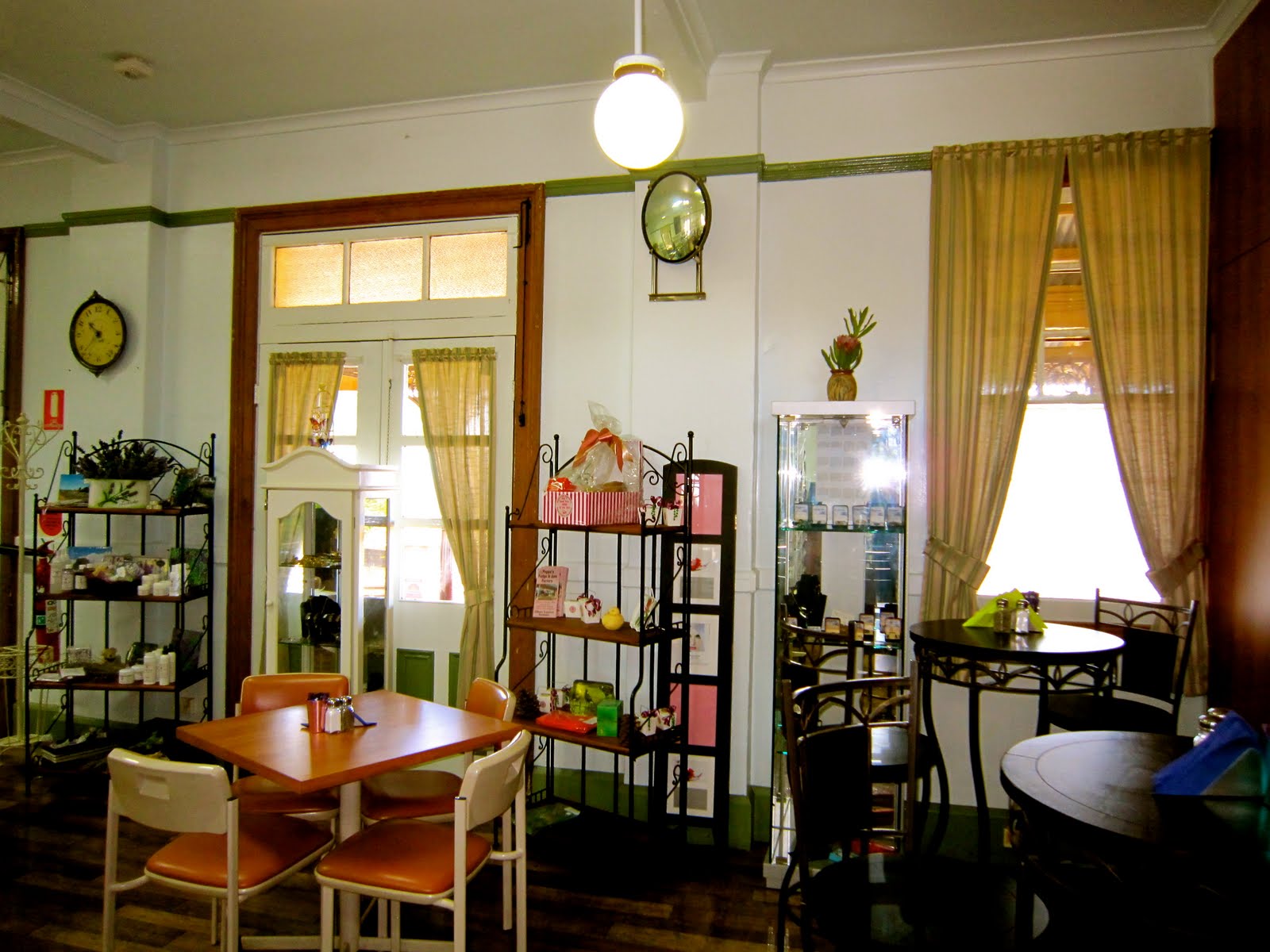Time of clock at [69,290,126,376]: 10:37
